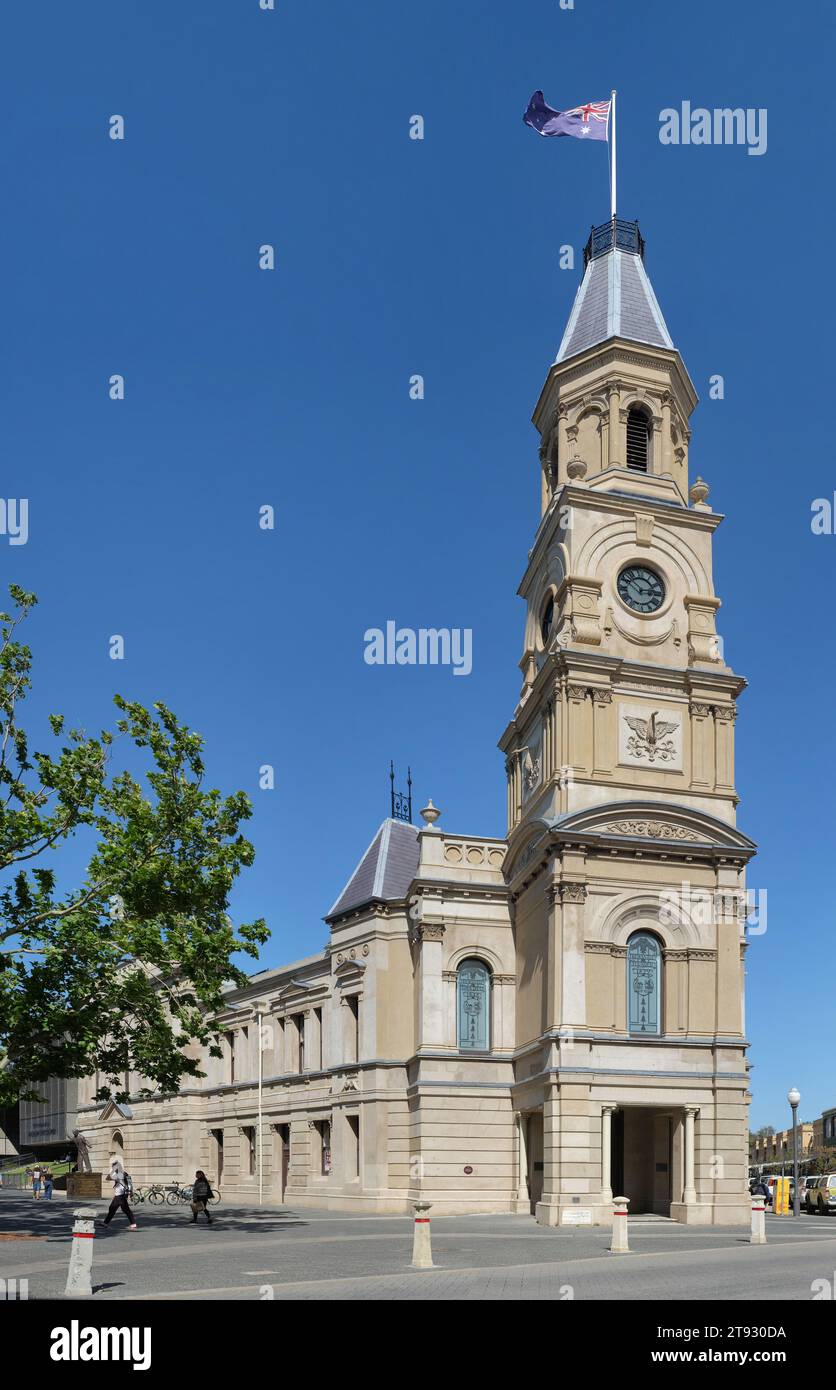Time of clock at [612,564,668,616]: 2:52
